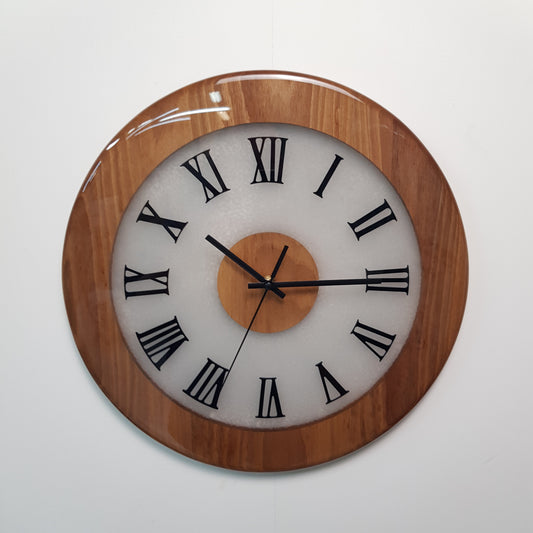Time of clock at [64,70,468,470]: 10:14
